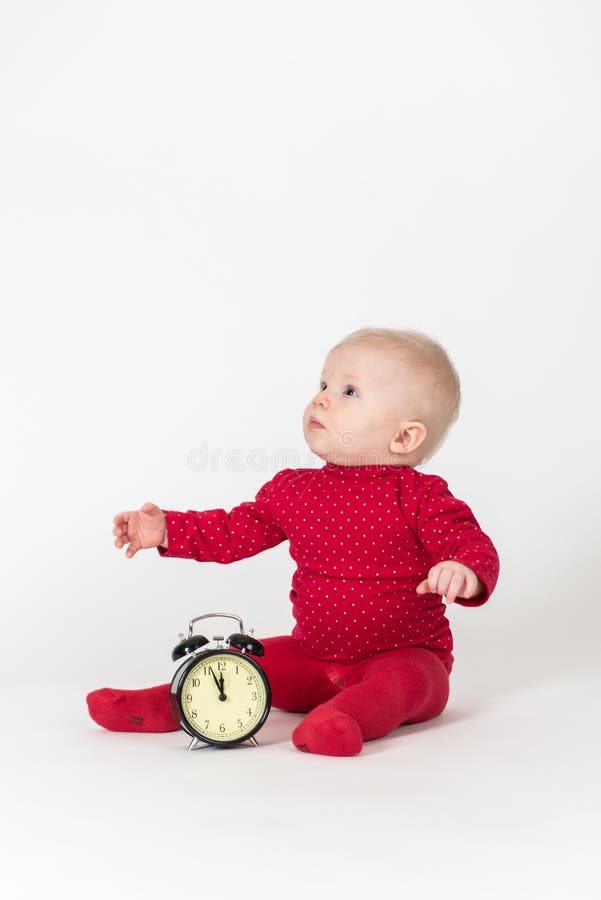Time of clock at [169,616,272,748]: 11:56
